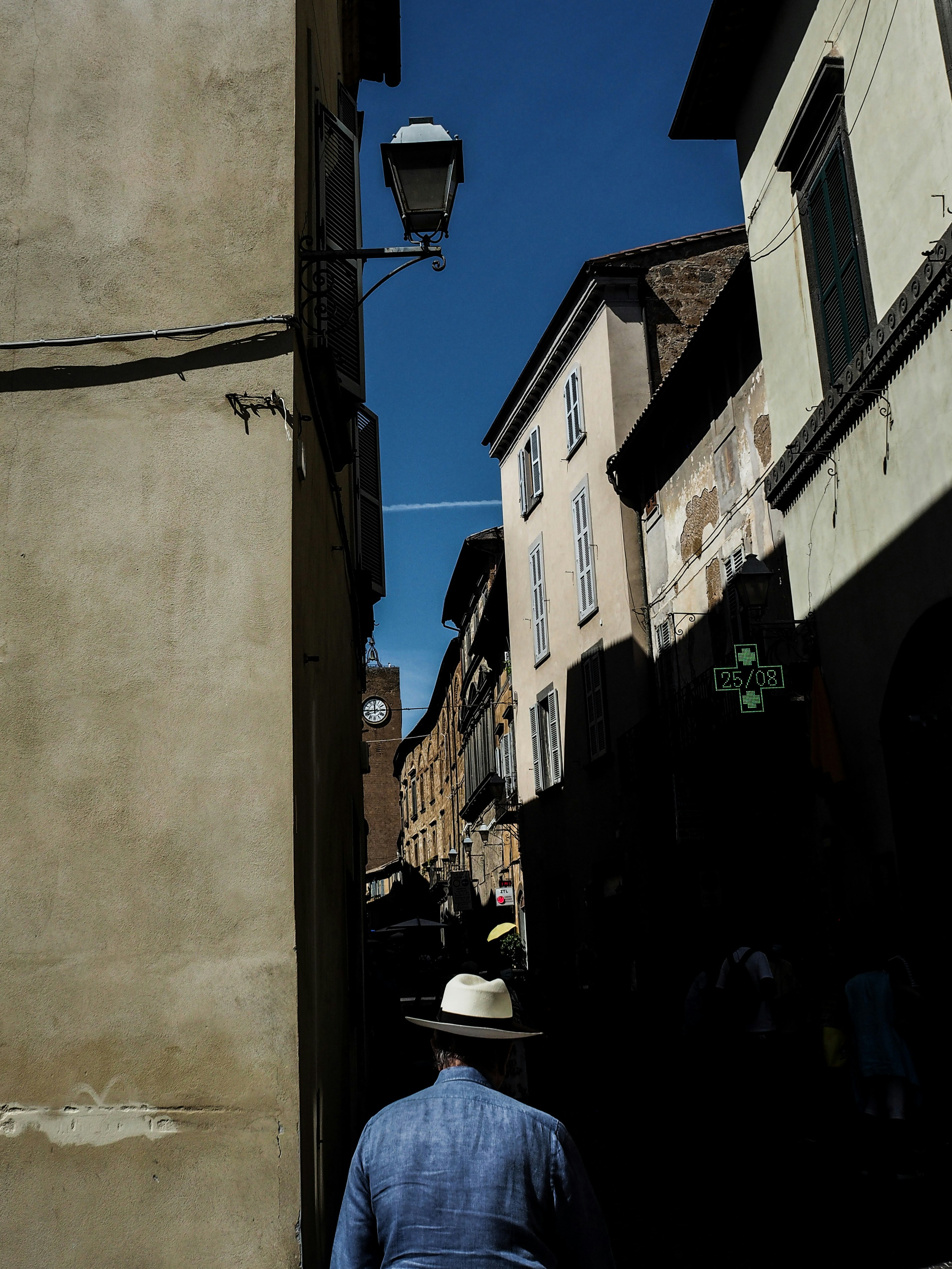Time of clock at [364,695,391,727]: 11:44
